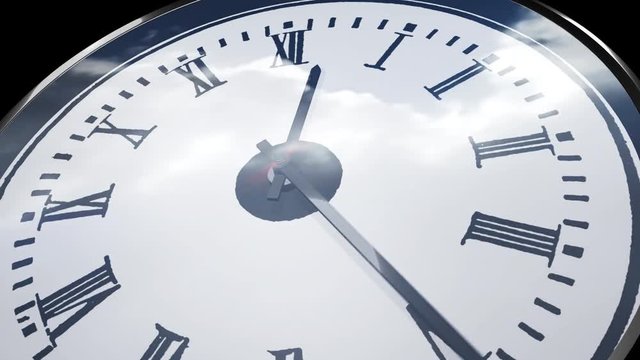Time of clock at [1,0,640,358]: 12:24
